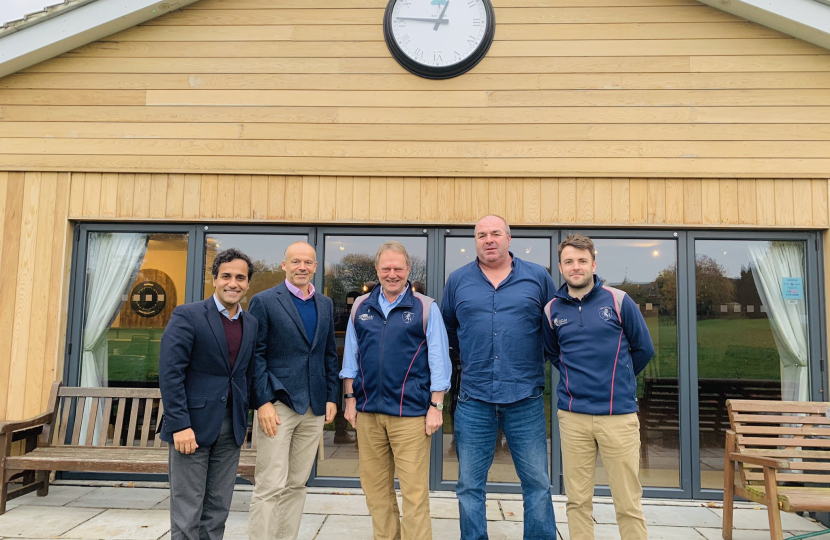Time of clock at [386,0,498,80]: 12:45
